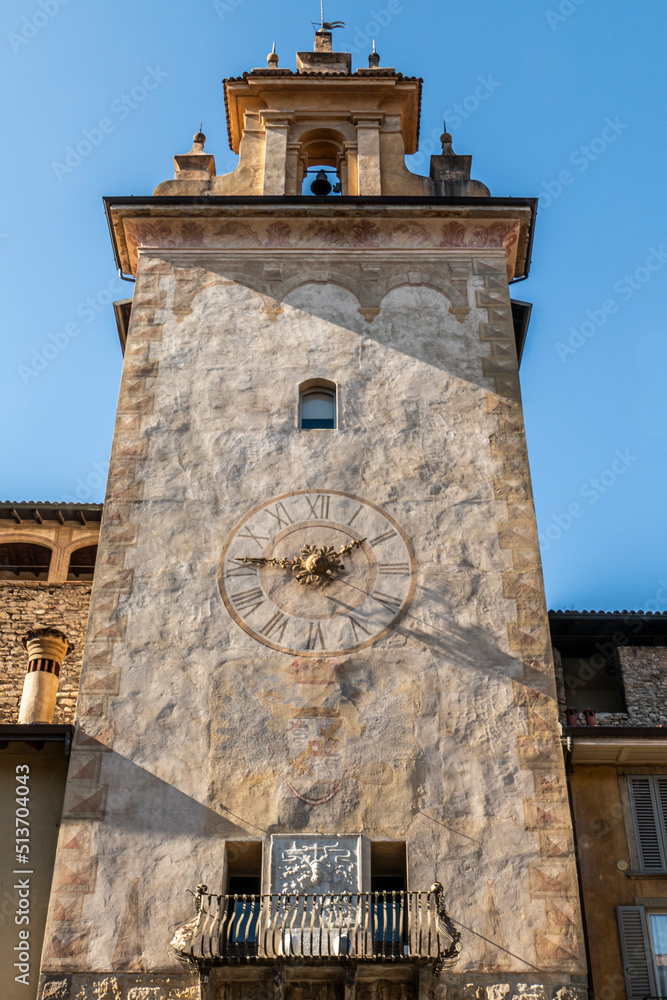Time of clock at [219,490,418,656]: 1:46
